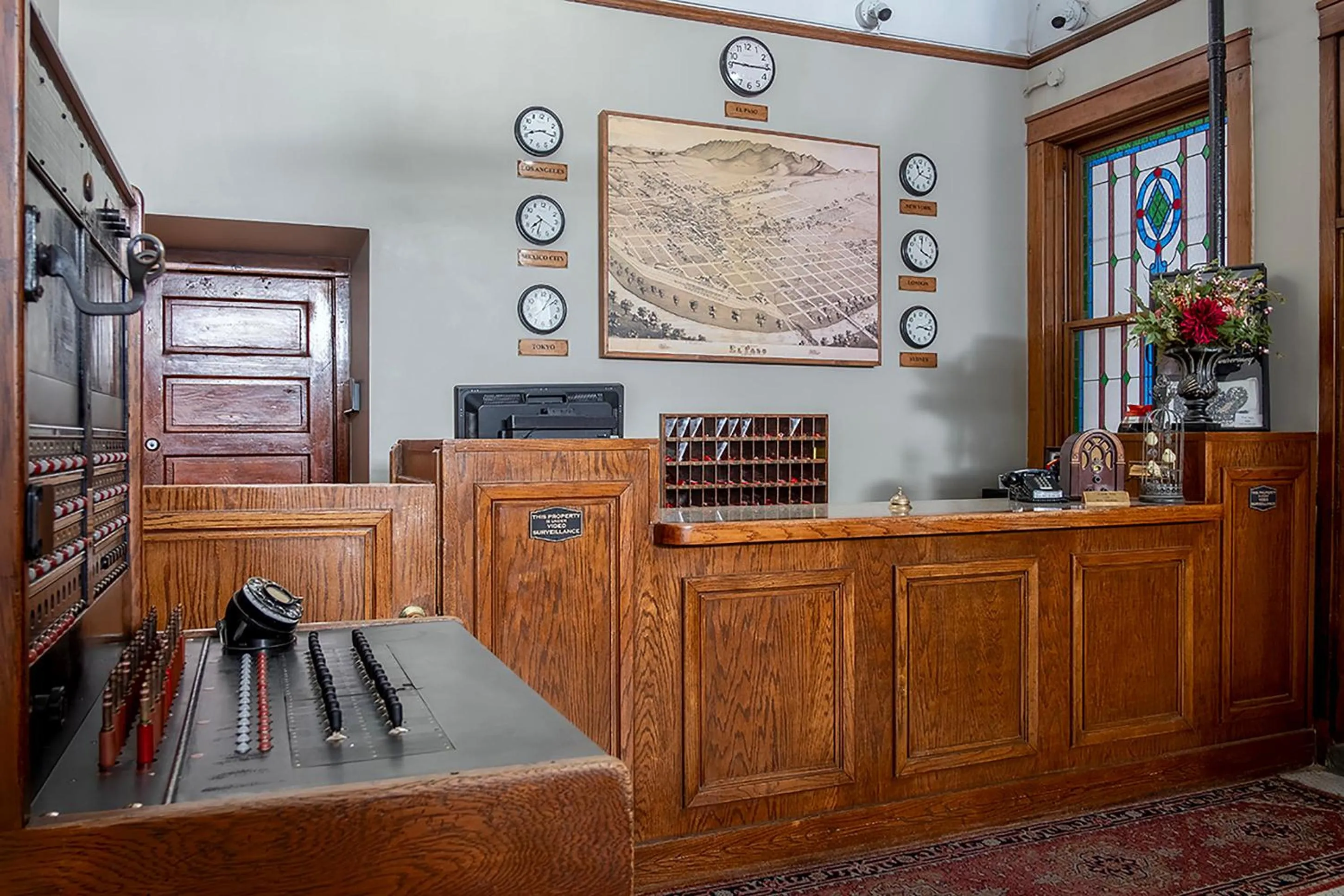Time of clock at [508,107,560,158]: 8:16
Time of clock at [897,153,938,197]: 11:17
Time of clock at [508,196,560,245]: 7:19
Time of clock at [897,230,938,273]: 4:01
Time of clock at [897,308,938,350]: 3:16
